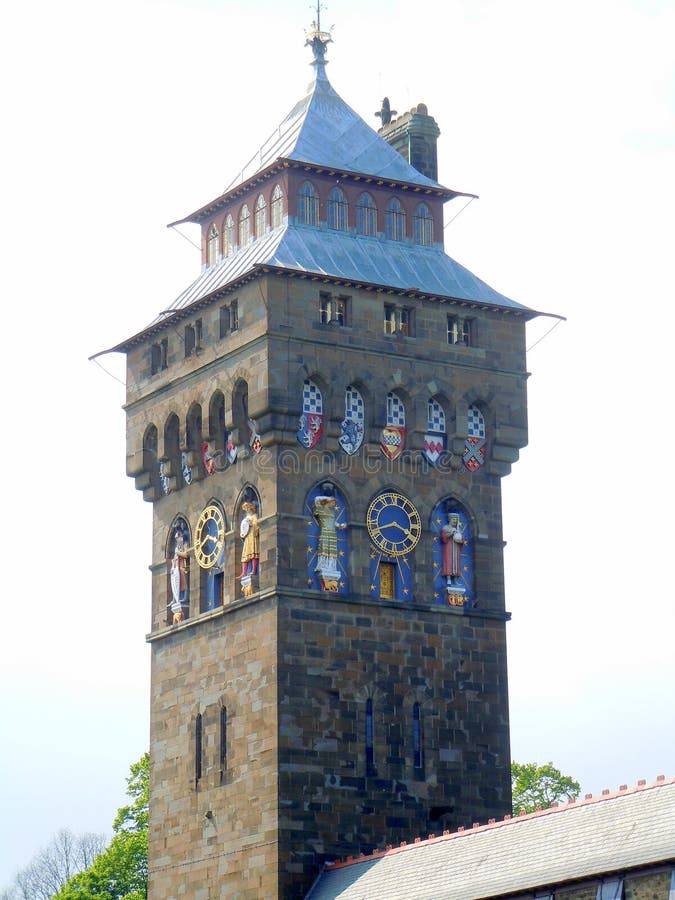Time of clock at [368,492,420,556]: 3:42
